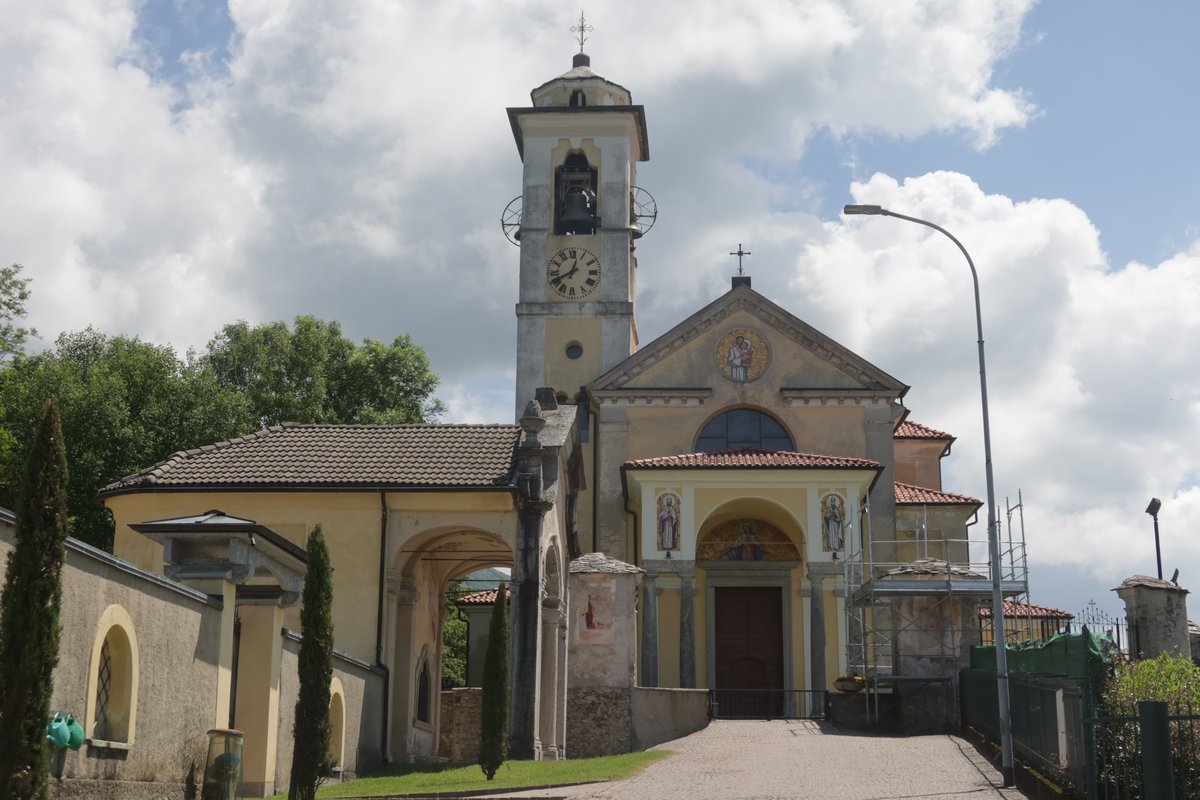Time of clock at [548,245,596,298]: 12:40
